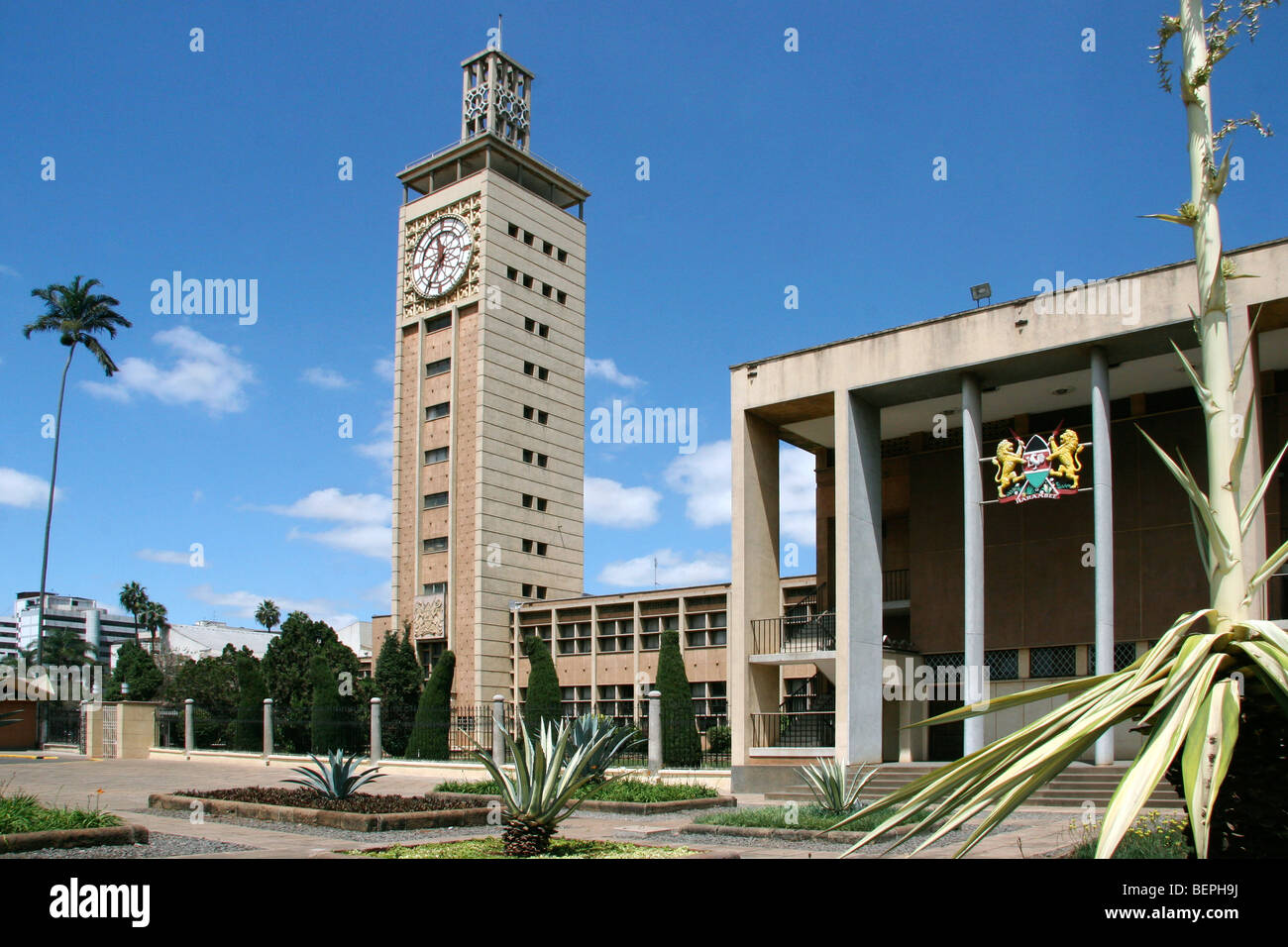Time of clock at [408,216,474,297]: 11:35
